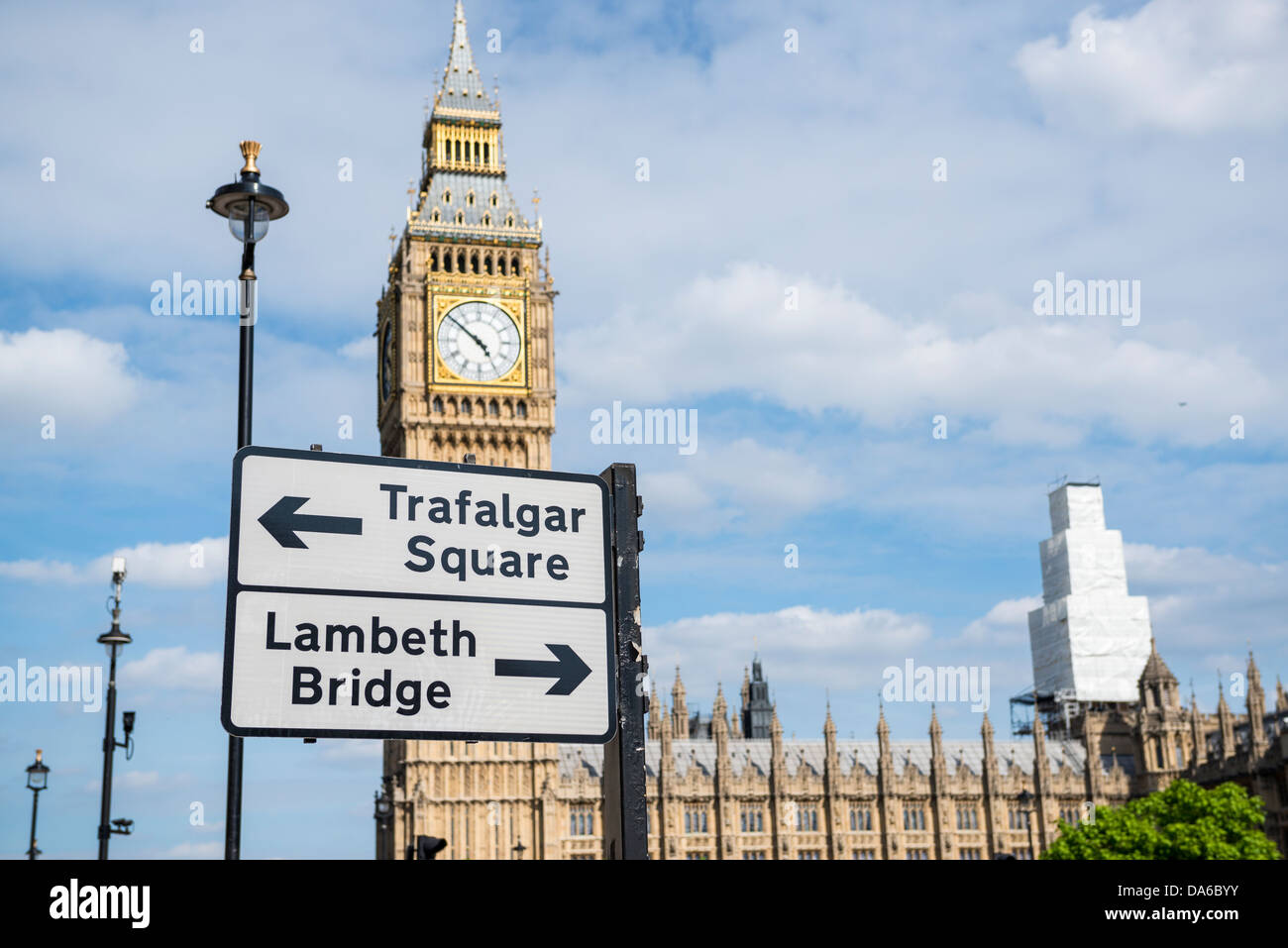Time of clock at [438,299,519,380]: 4:51
